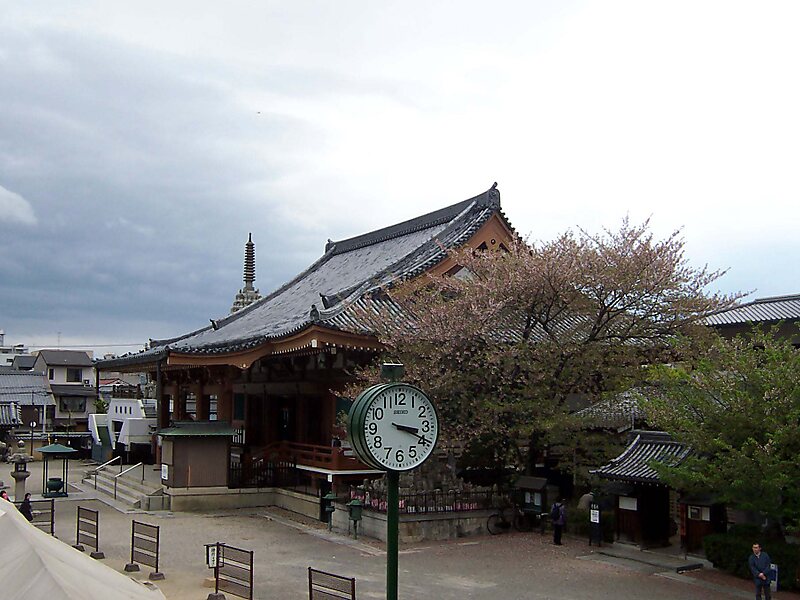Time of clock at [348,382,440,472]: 3:19
